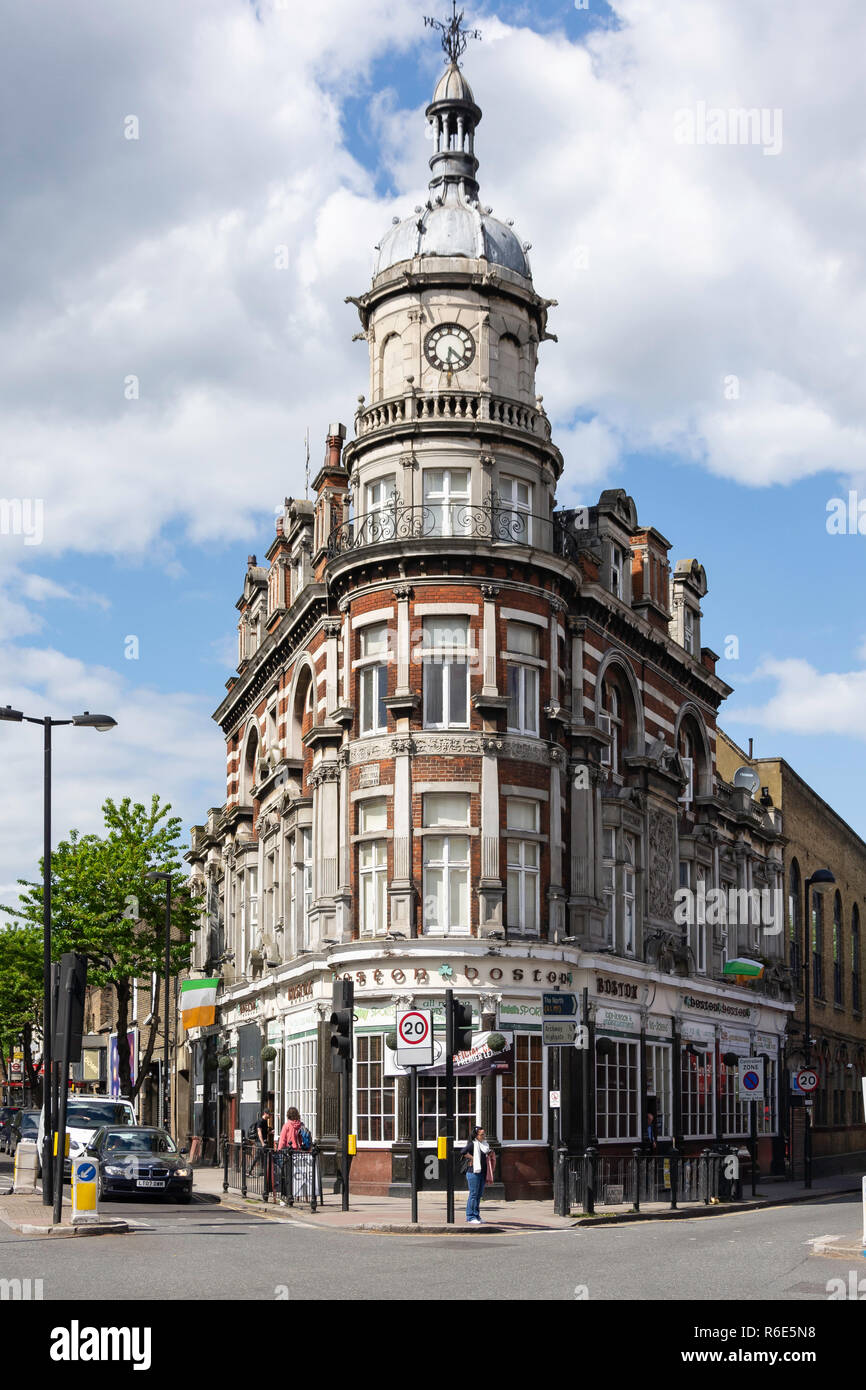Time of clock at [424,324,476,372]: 6:22
